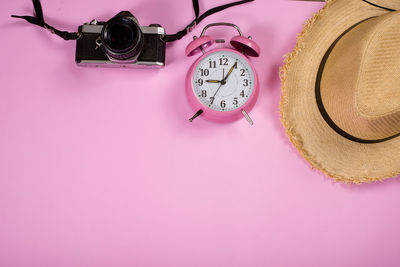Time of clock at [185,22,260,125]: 9:05
